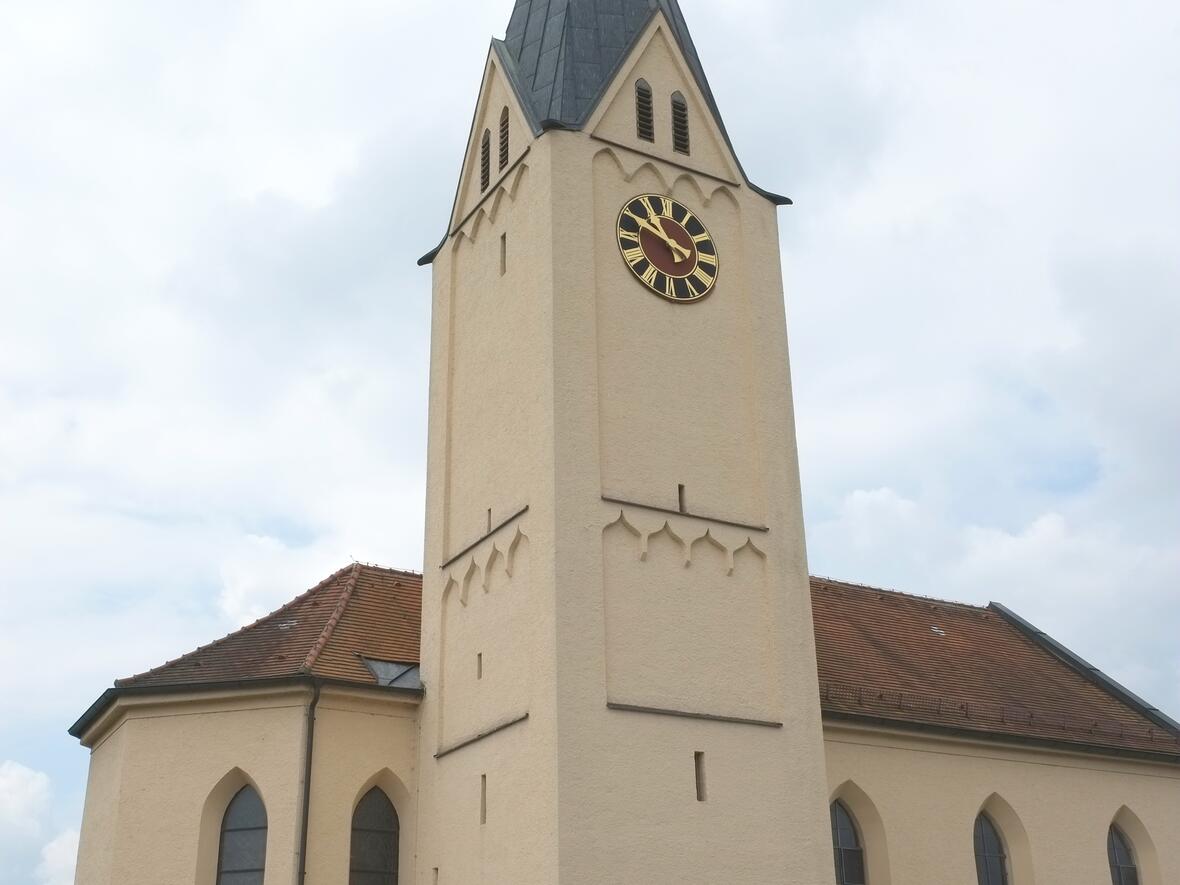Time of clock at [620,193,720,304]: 10:49
